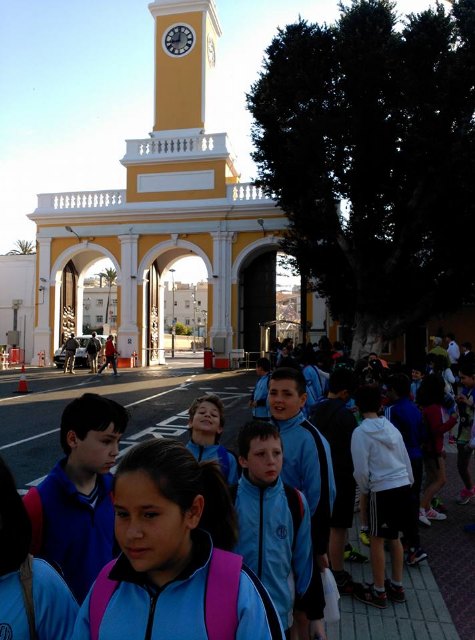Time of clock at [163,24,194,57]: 9:01
